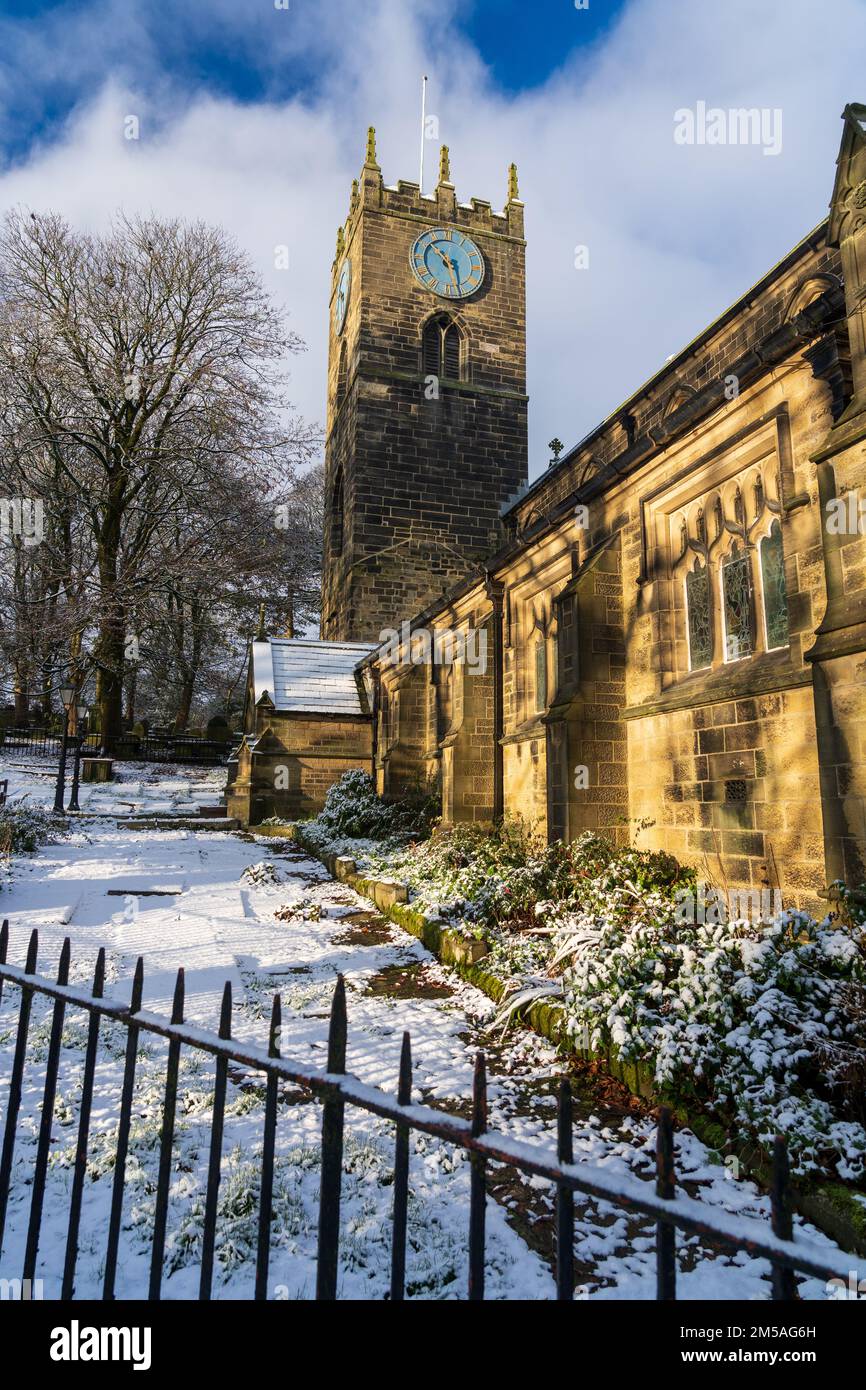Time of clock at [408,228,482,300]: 10:27
